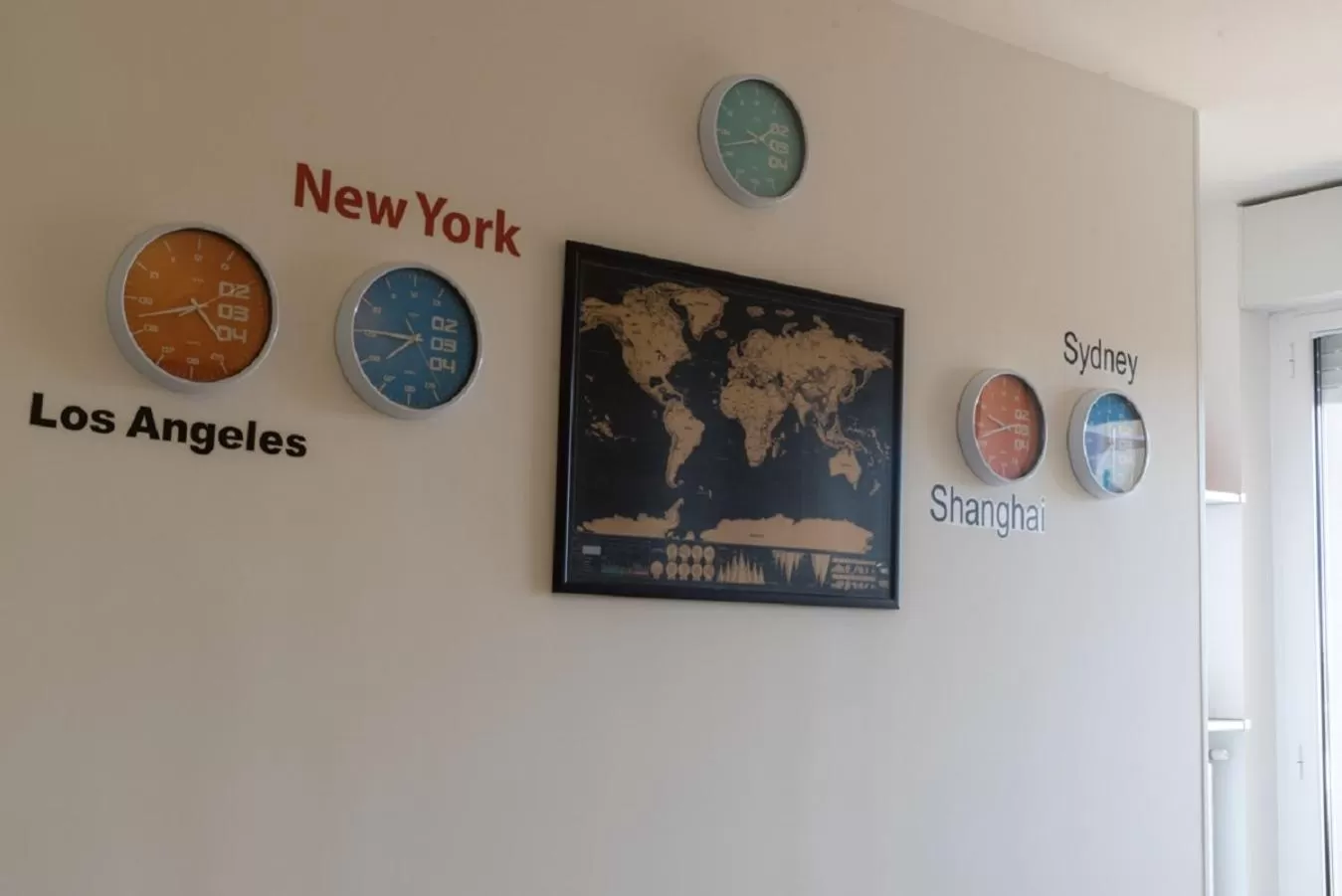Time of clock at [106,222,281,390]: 4:42
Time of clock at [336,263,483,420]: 7:45
